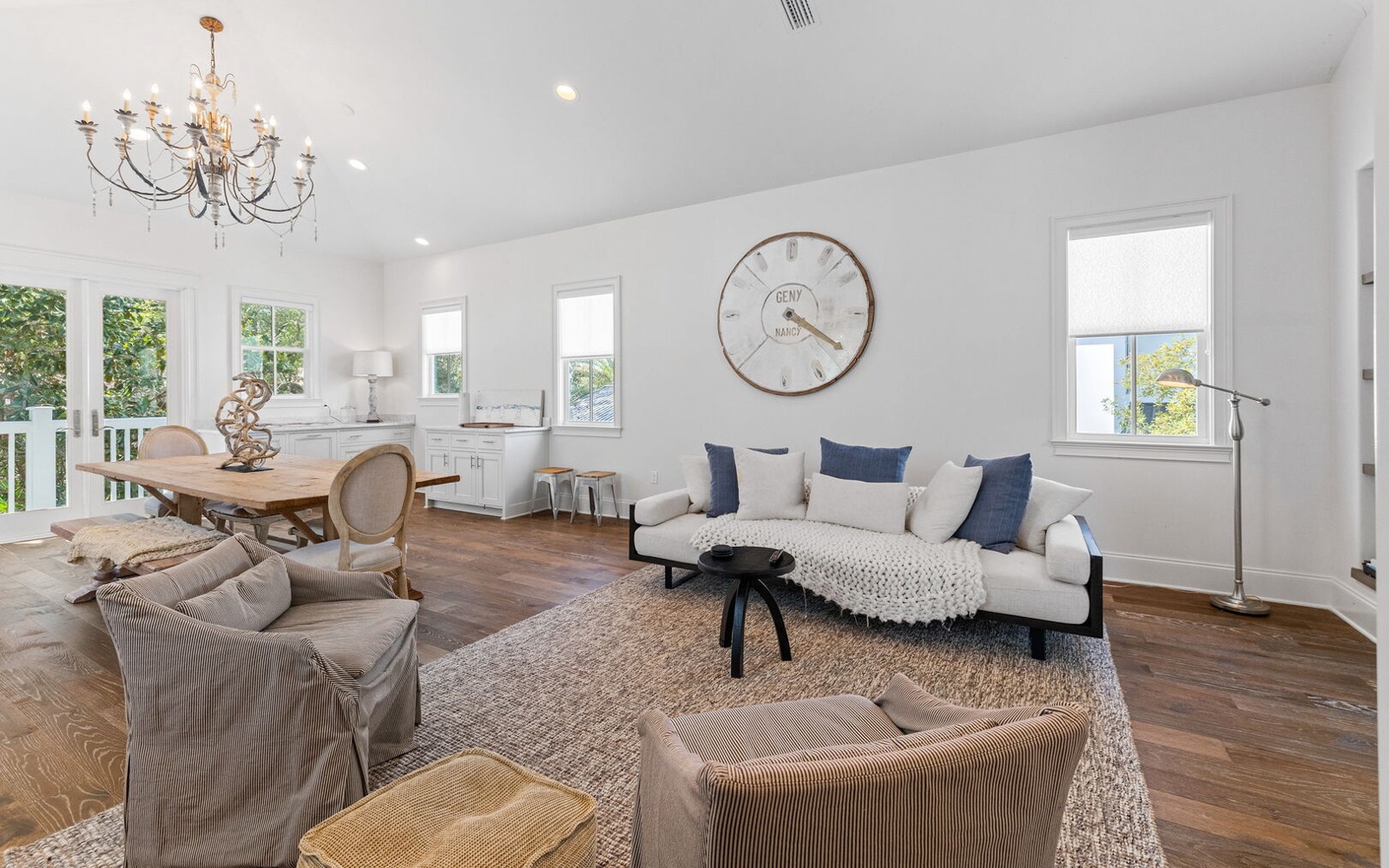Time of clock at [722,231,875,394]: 4:20
